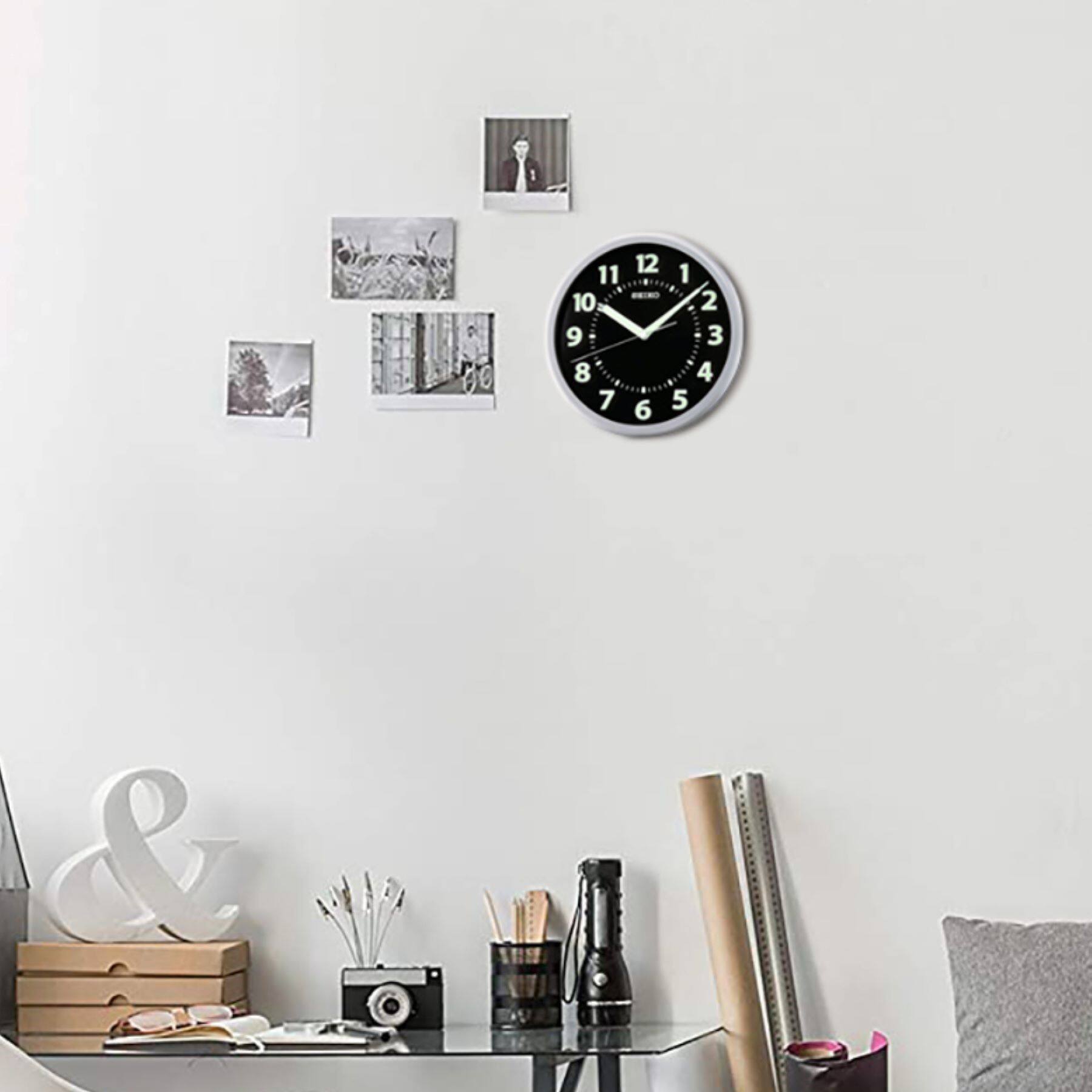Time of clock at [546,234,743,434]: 10:08
